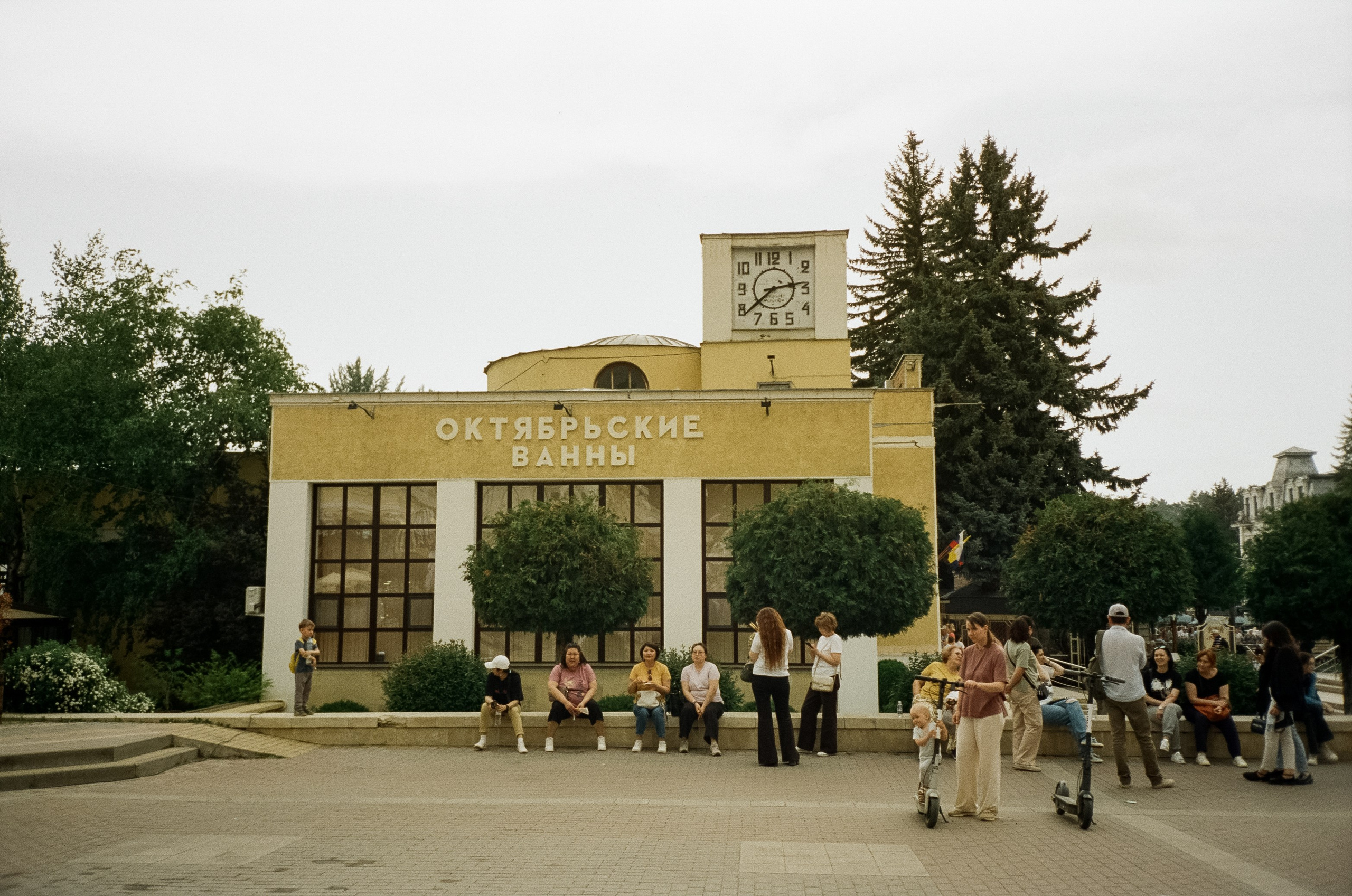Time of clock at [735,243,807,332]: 2:38
